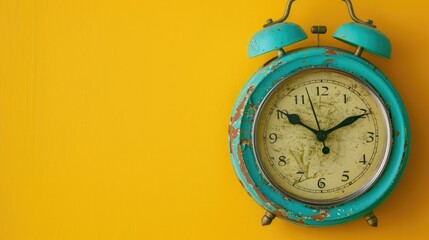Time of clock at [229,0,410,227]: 1:50
